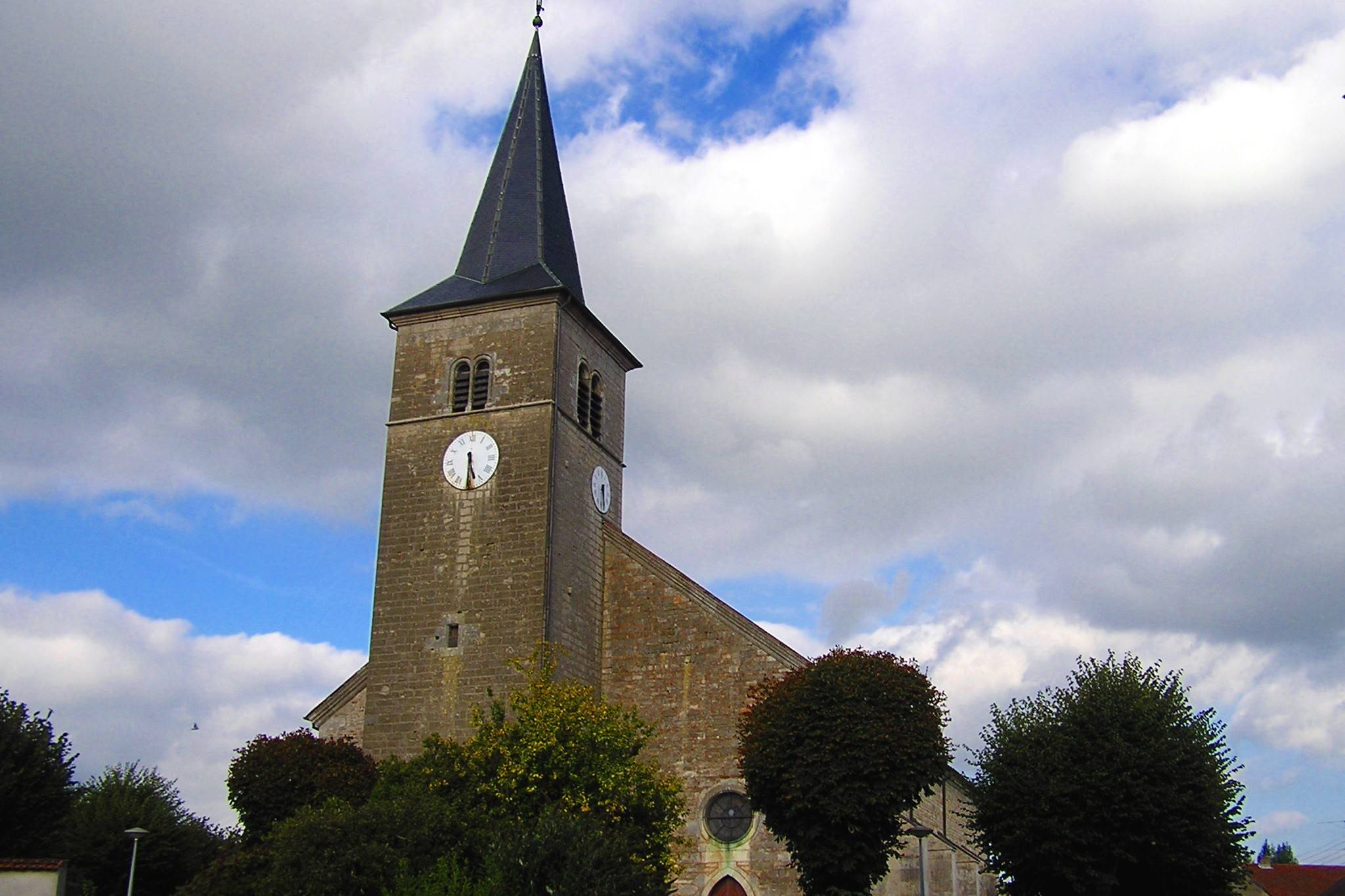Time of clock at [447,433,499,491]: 5:30
